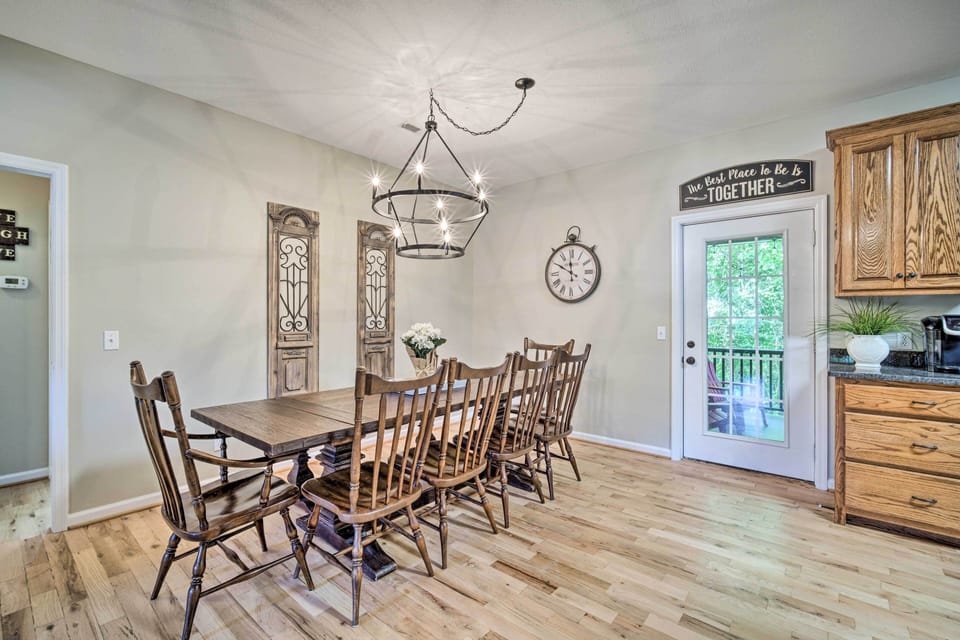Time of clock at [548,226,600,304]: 11:49
